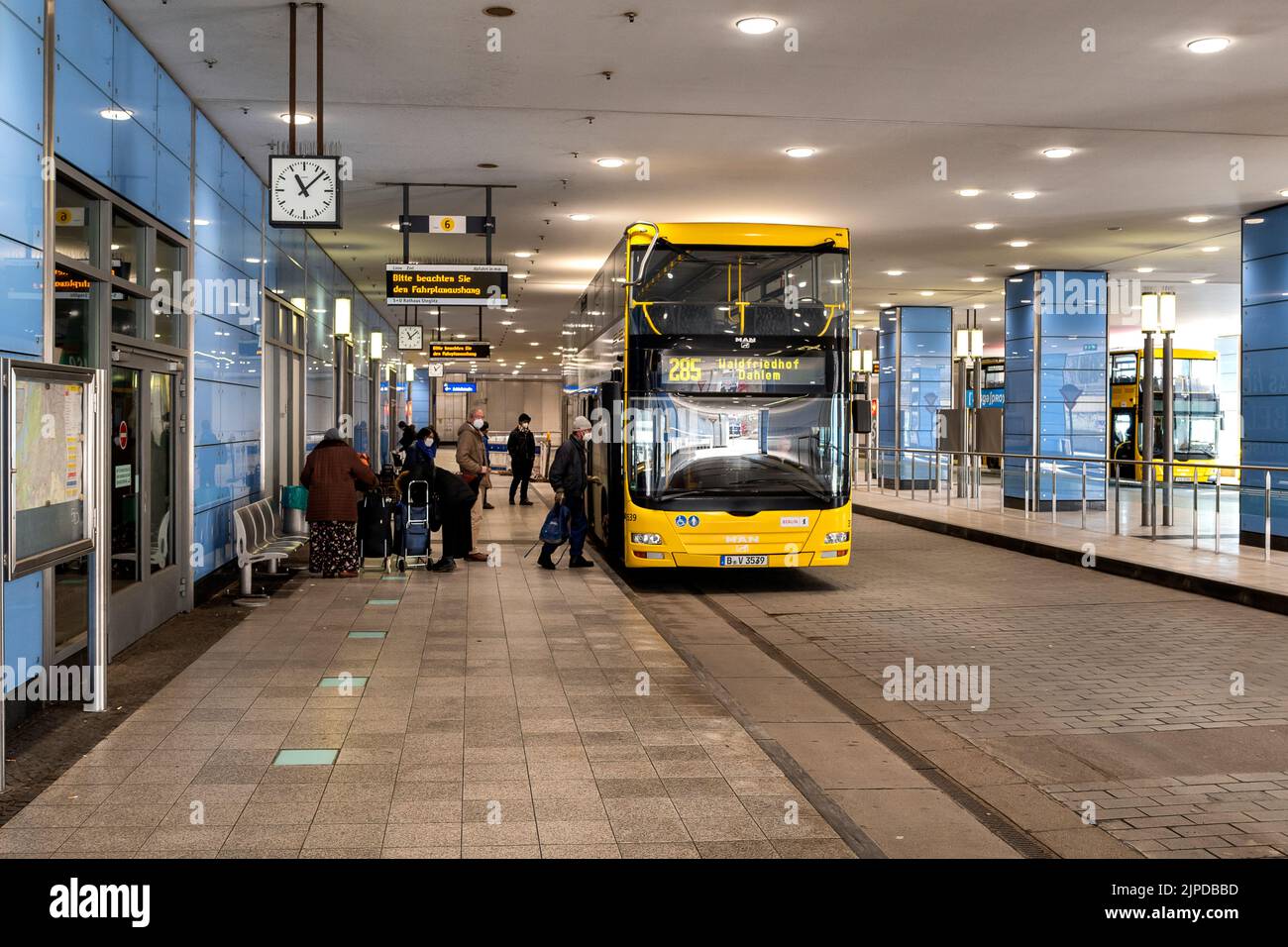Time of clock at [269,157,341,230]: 11:07
